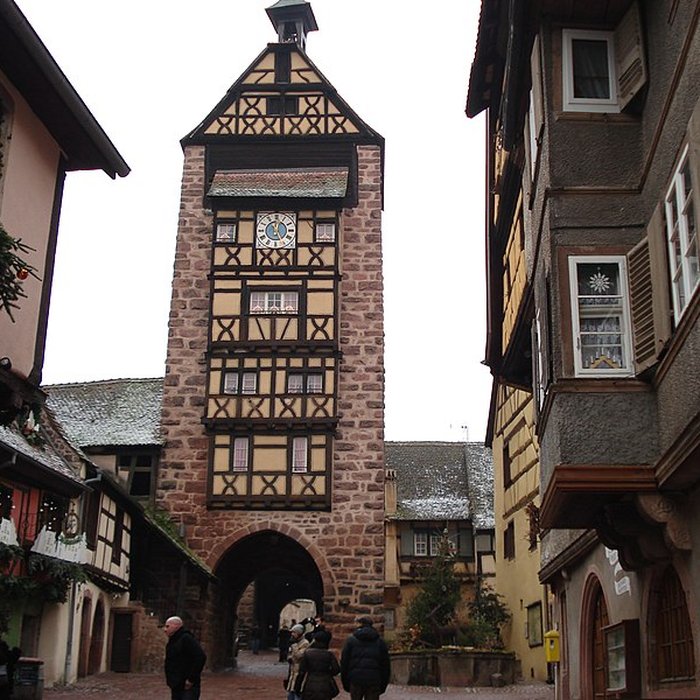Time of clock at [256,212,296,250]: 12:26
